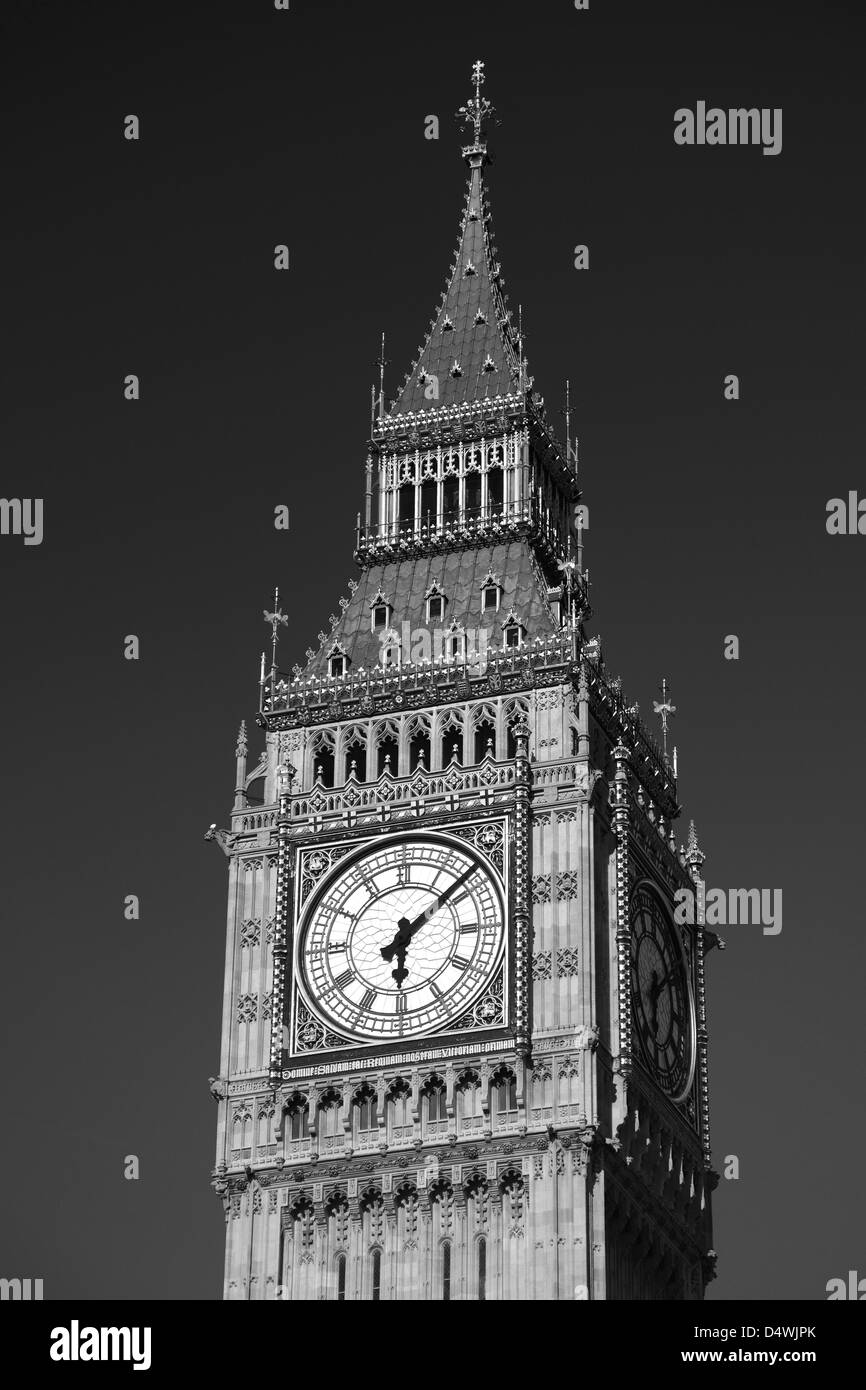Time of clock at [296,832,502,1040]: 6:08
